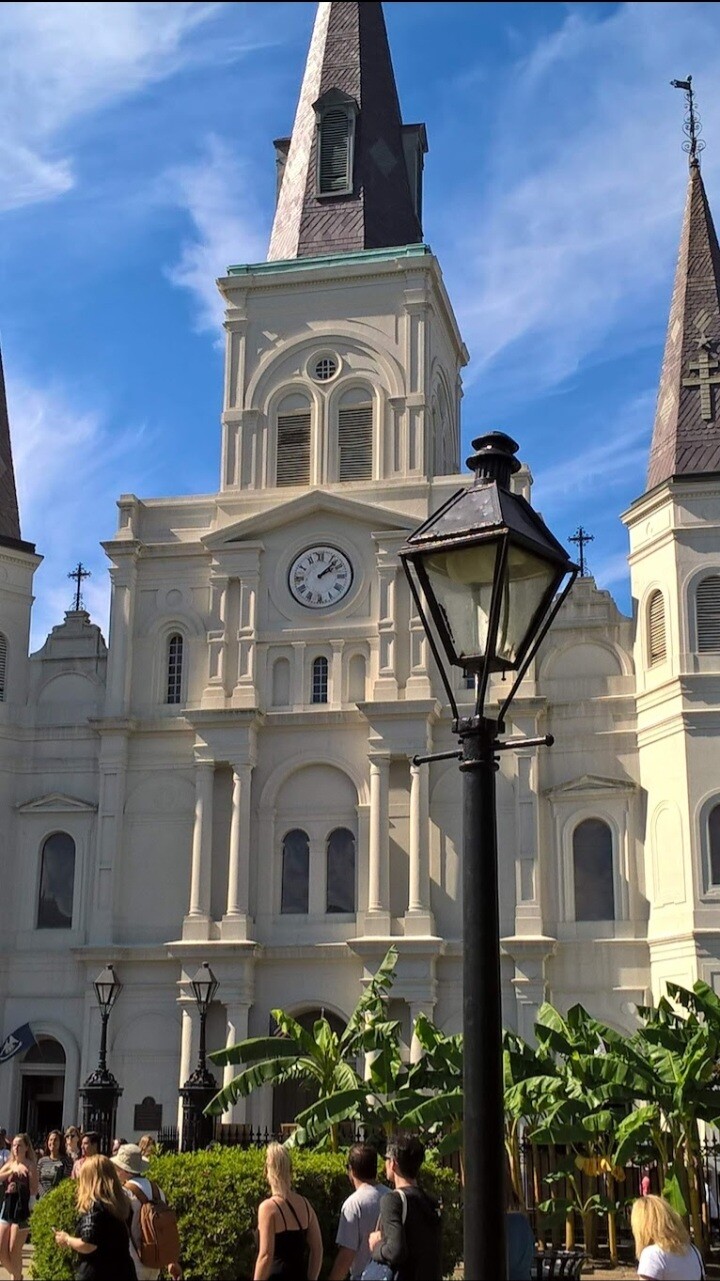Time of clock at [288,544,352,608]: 2:07
